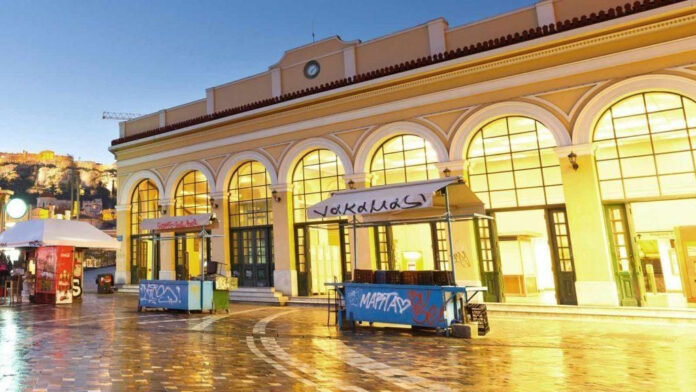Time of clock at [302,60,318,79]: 7:07
